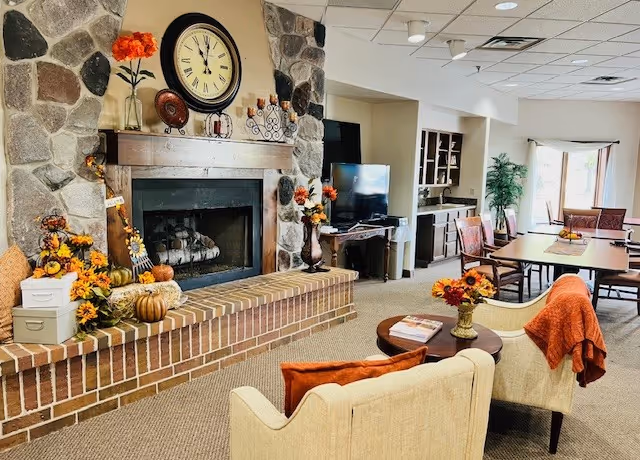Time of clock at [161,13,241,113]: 11:01
